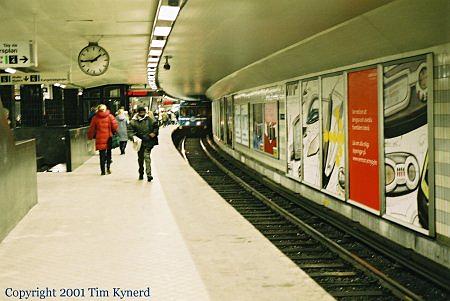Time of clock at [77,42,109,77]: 1:44
